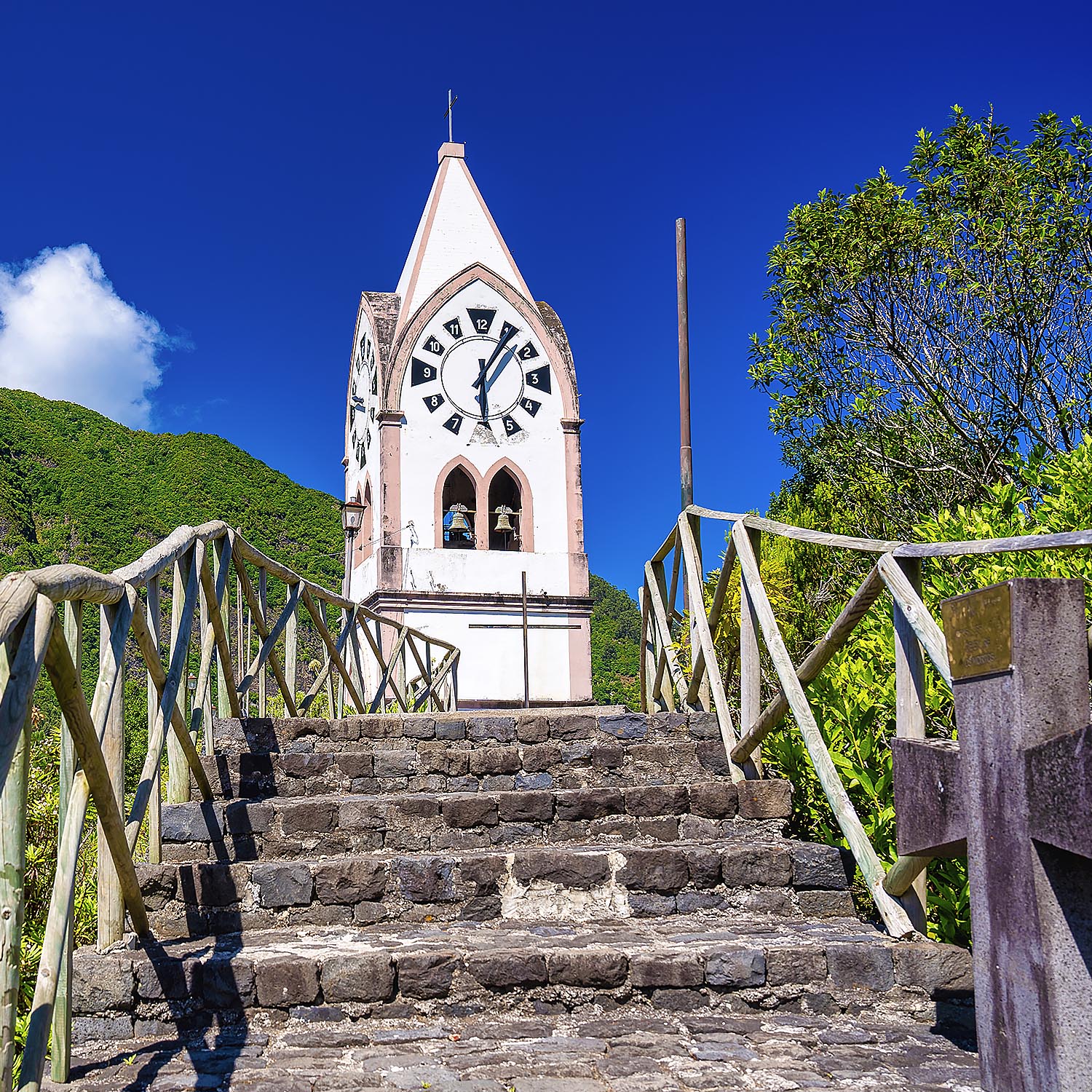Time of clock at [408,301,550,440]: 6:06
